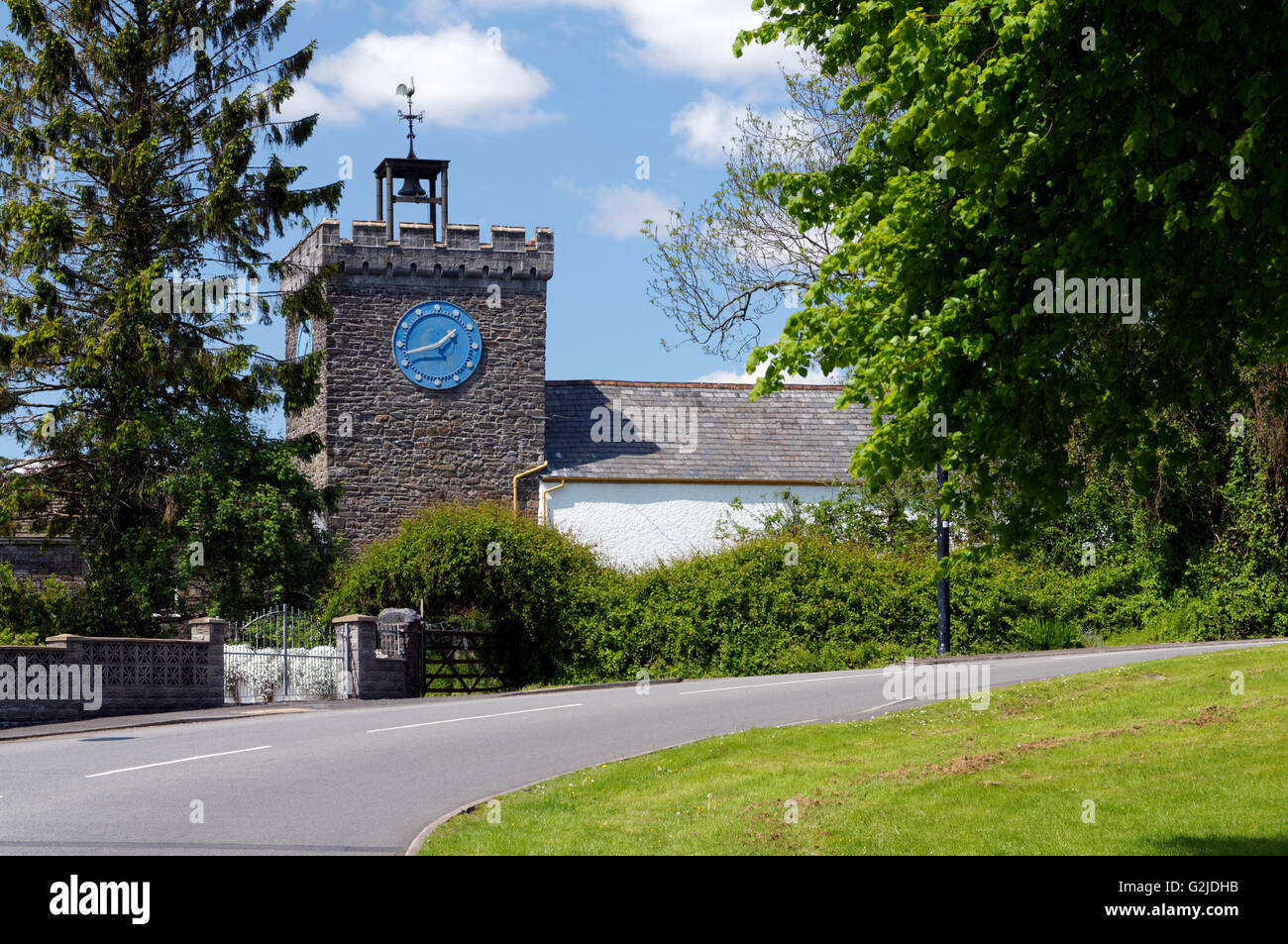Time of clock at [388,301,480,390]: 1:42
